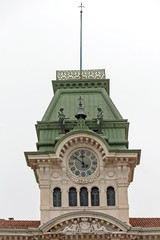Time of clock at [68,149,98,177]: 11:51
